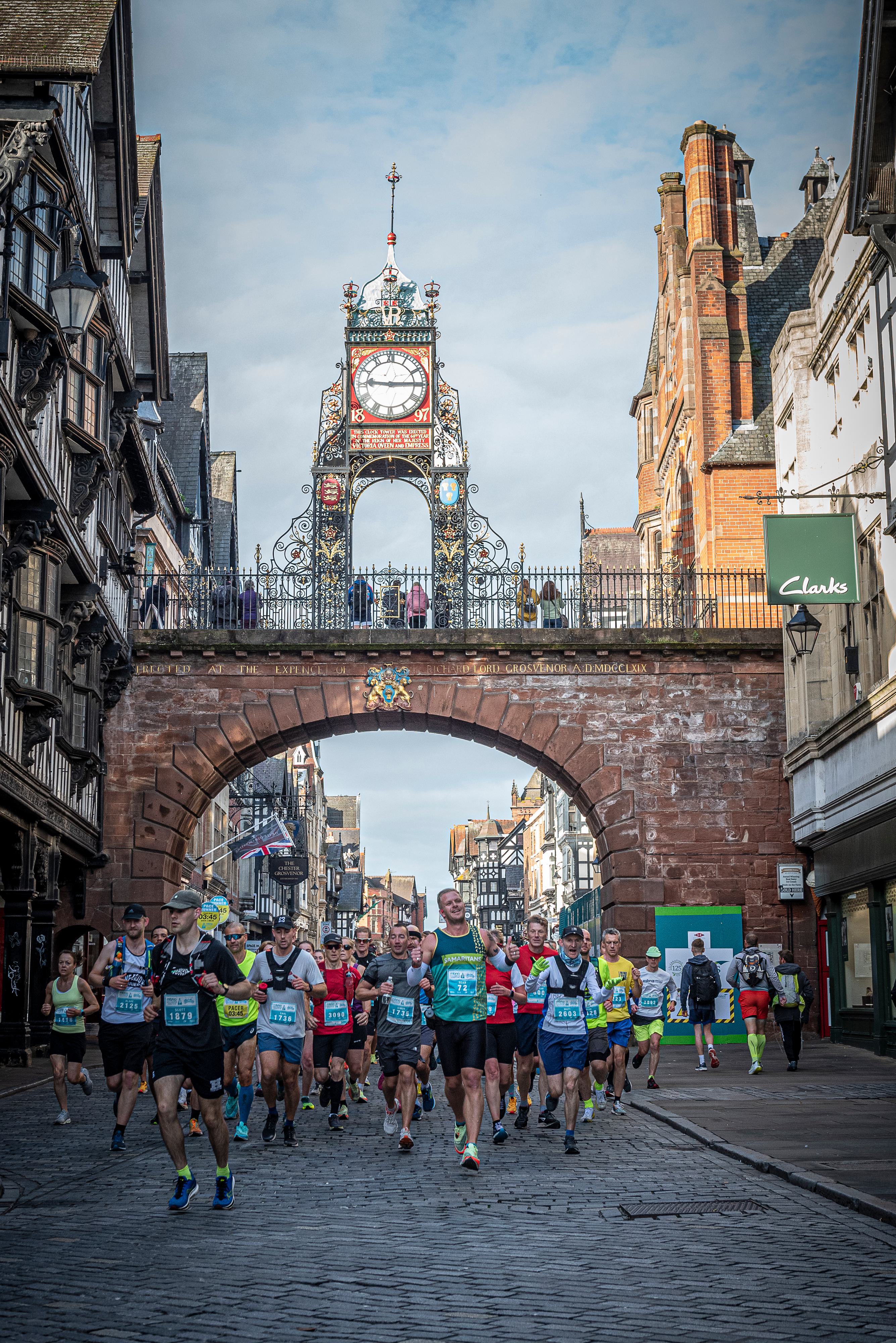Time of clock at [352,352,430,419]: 9:14
